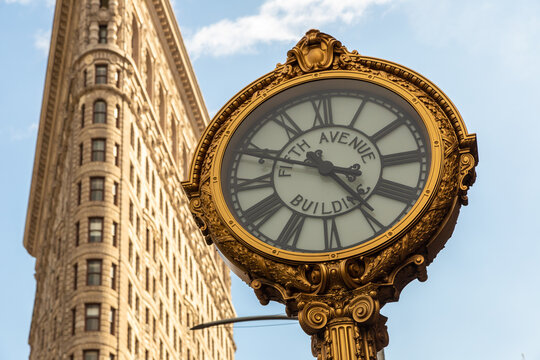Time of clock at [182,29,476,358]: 4:48
